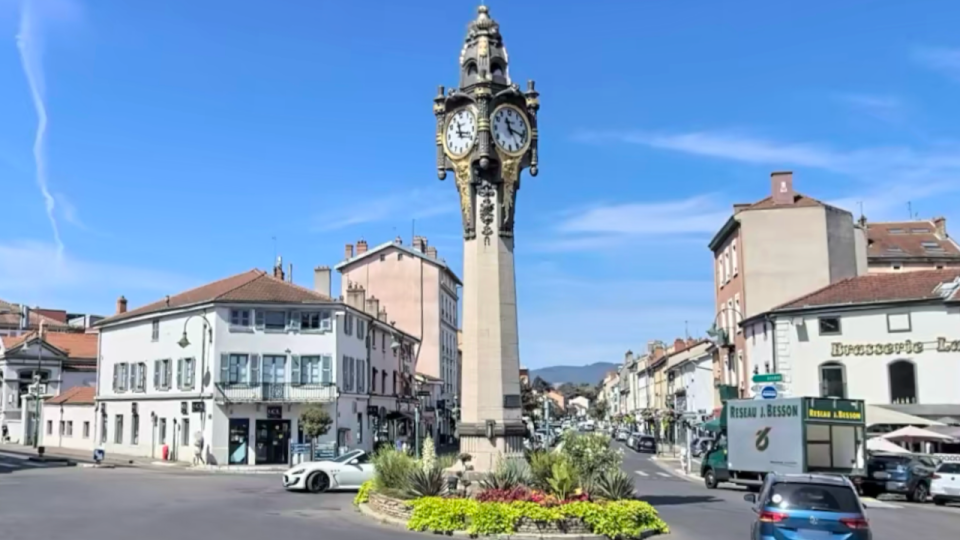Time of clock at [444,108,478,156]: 11:17
